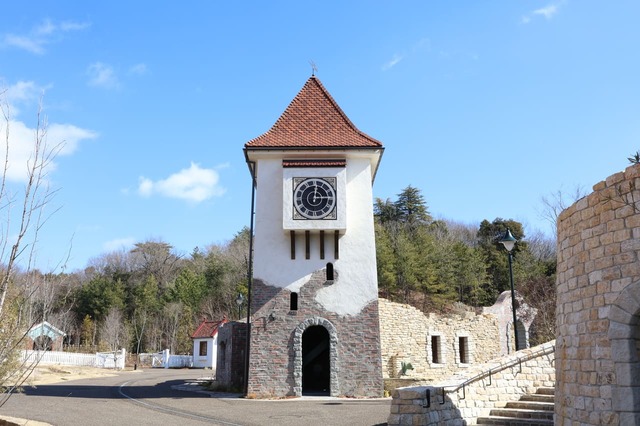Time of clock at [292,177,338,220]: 12:14
